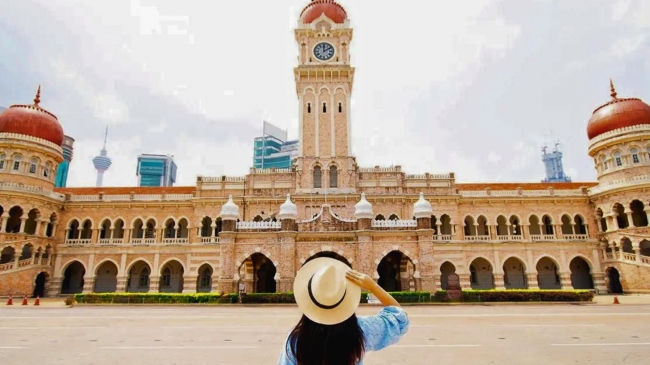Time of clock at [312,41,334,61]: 12:09
